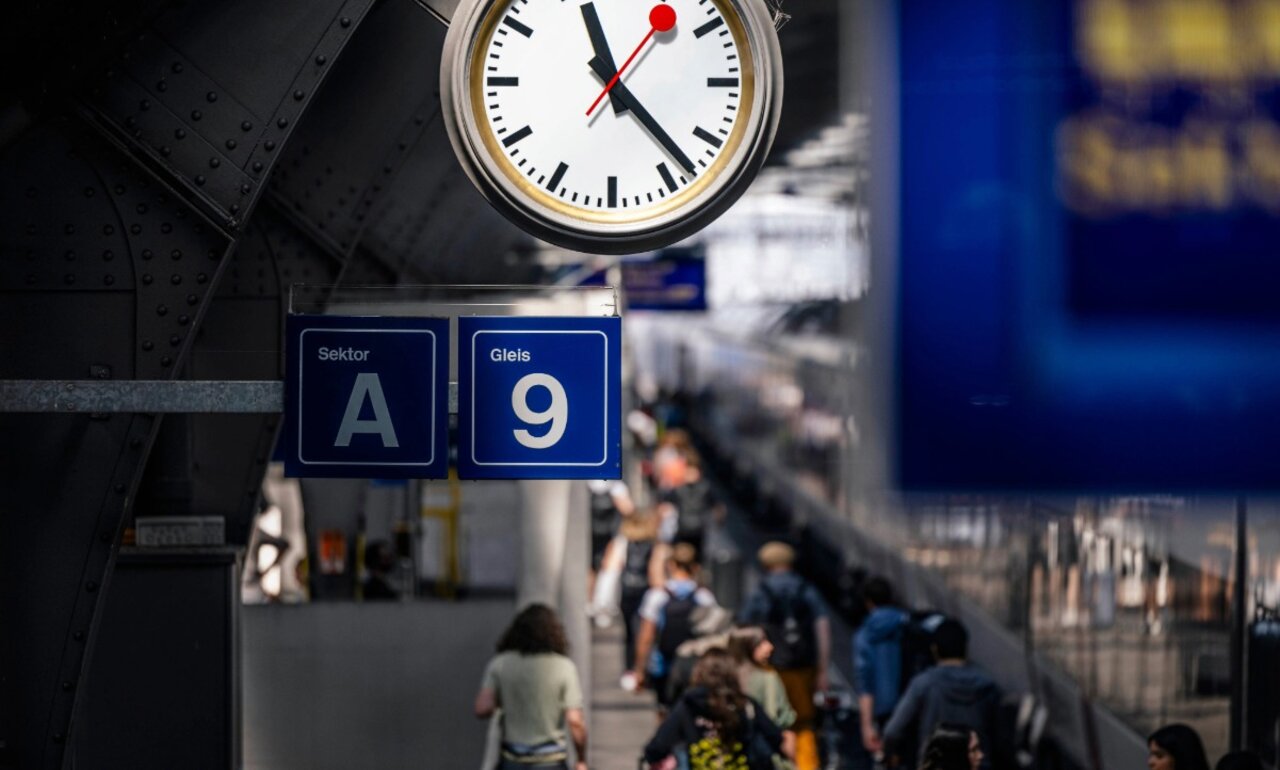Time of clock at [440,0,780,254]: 11:22
